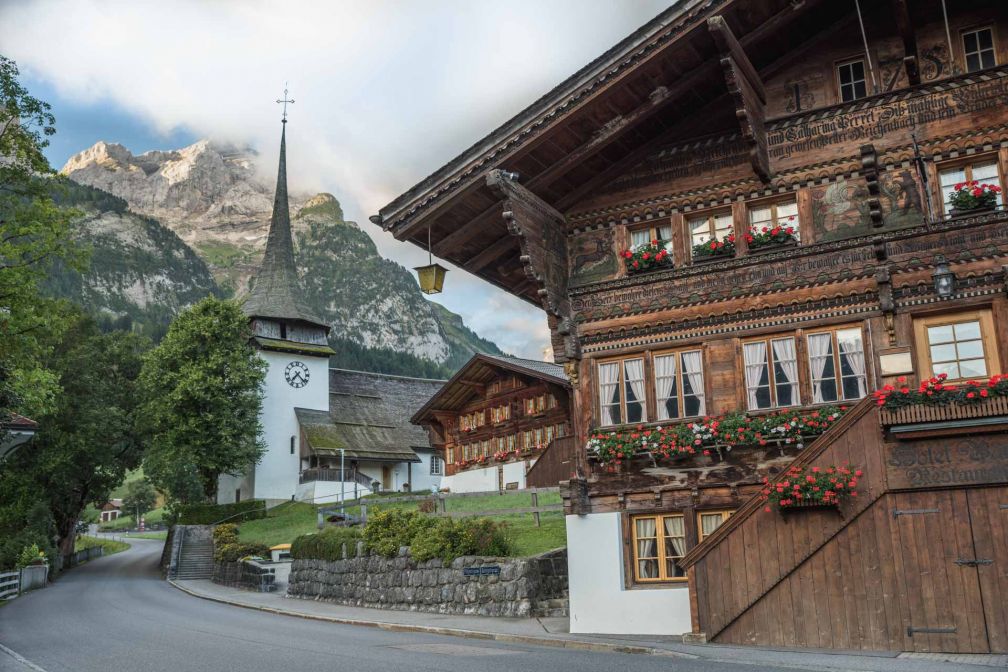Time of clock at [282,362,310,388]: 7:22
